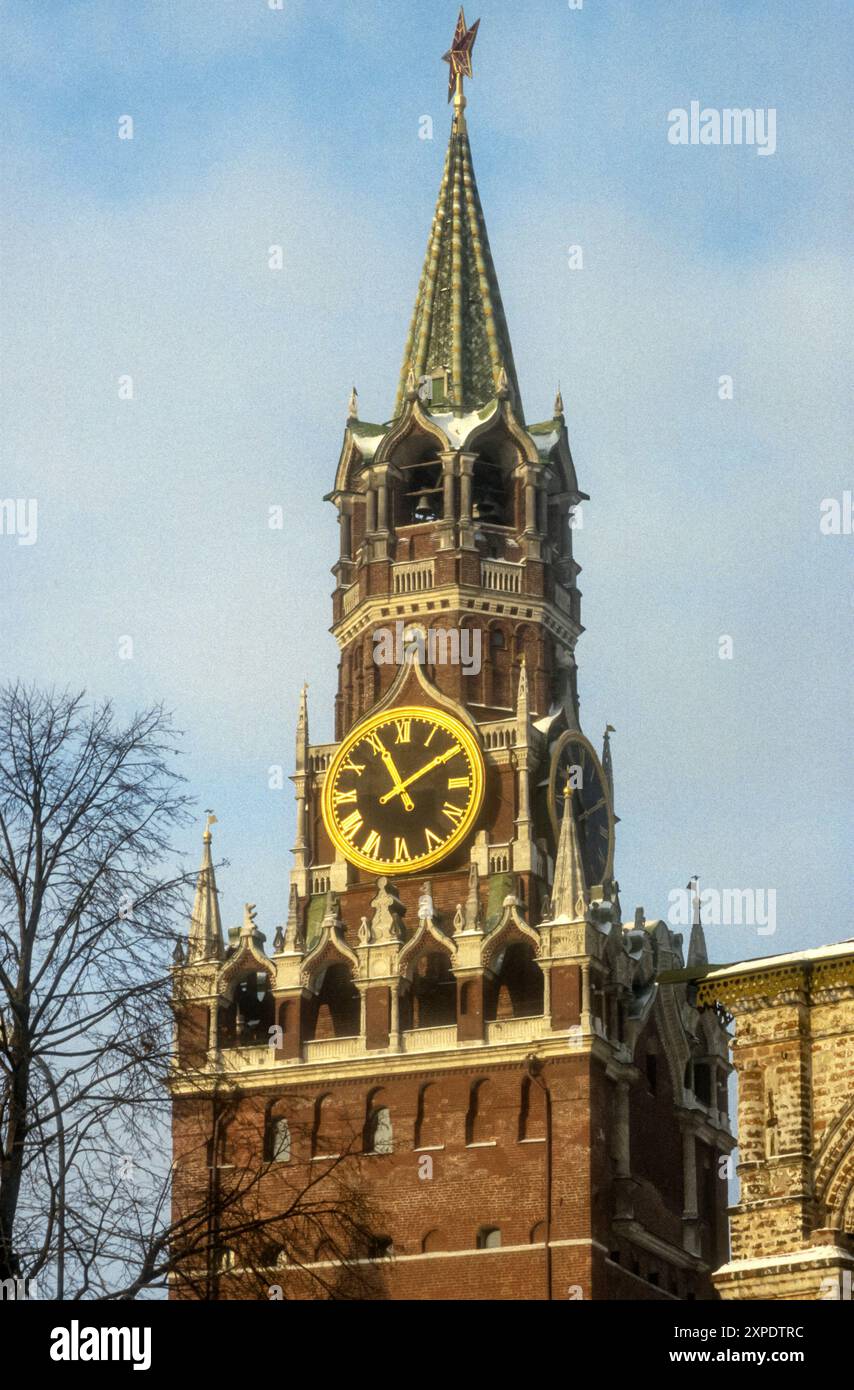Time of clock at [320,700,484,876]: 11:09
